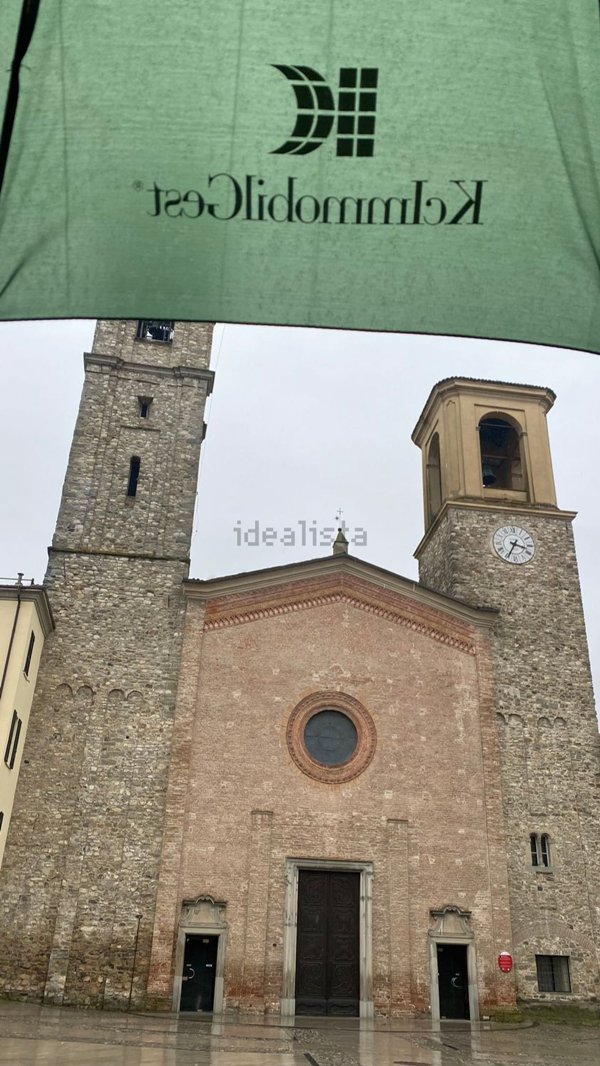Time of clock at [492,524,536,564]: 3:34
